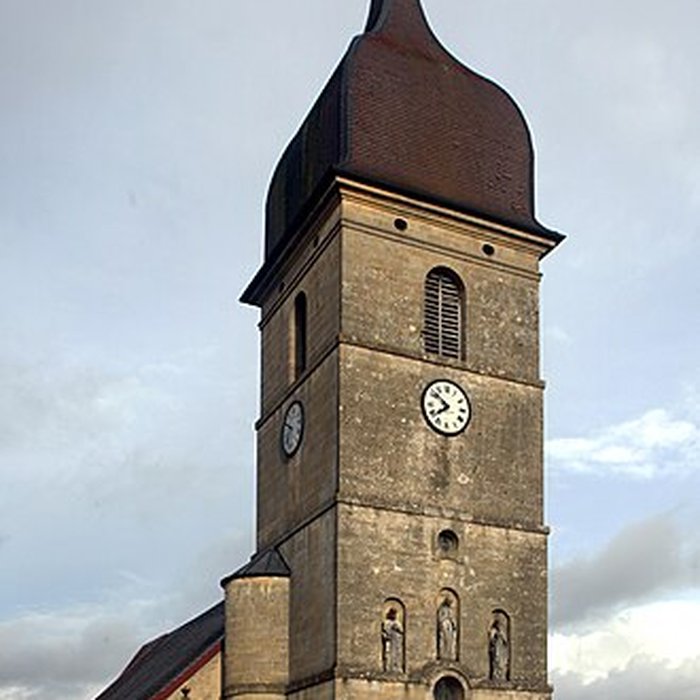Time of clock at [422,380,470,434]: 7:51
